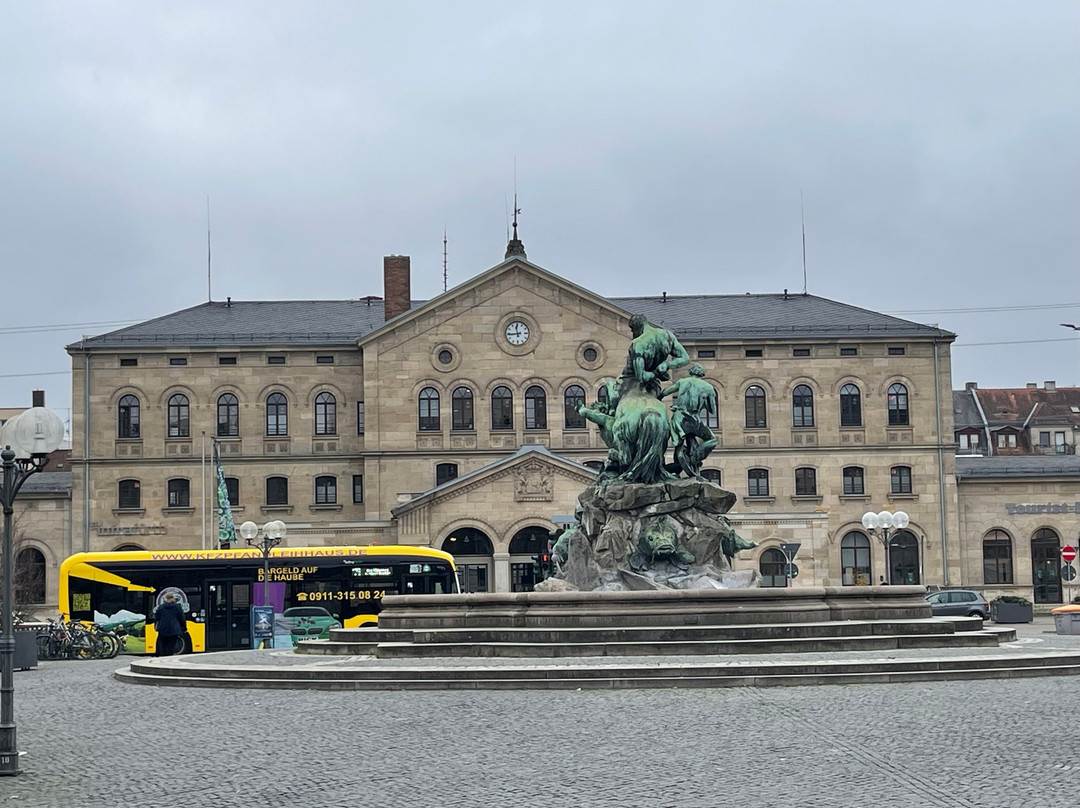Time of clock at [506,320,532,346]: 11:44
